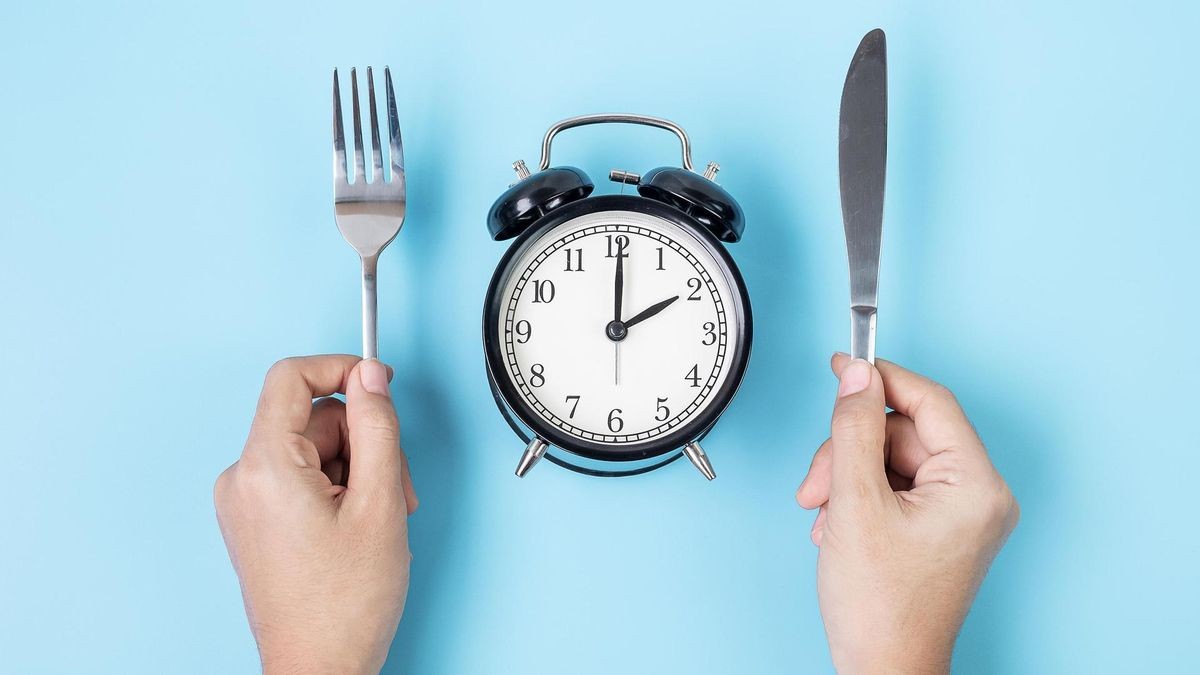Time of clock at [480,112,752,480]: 2:00
